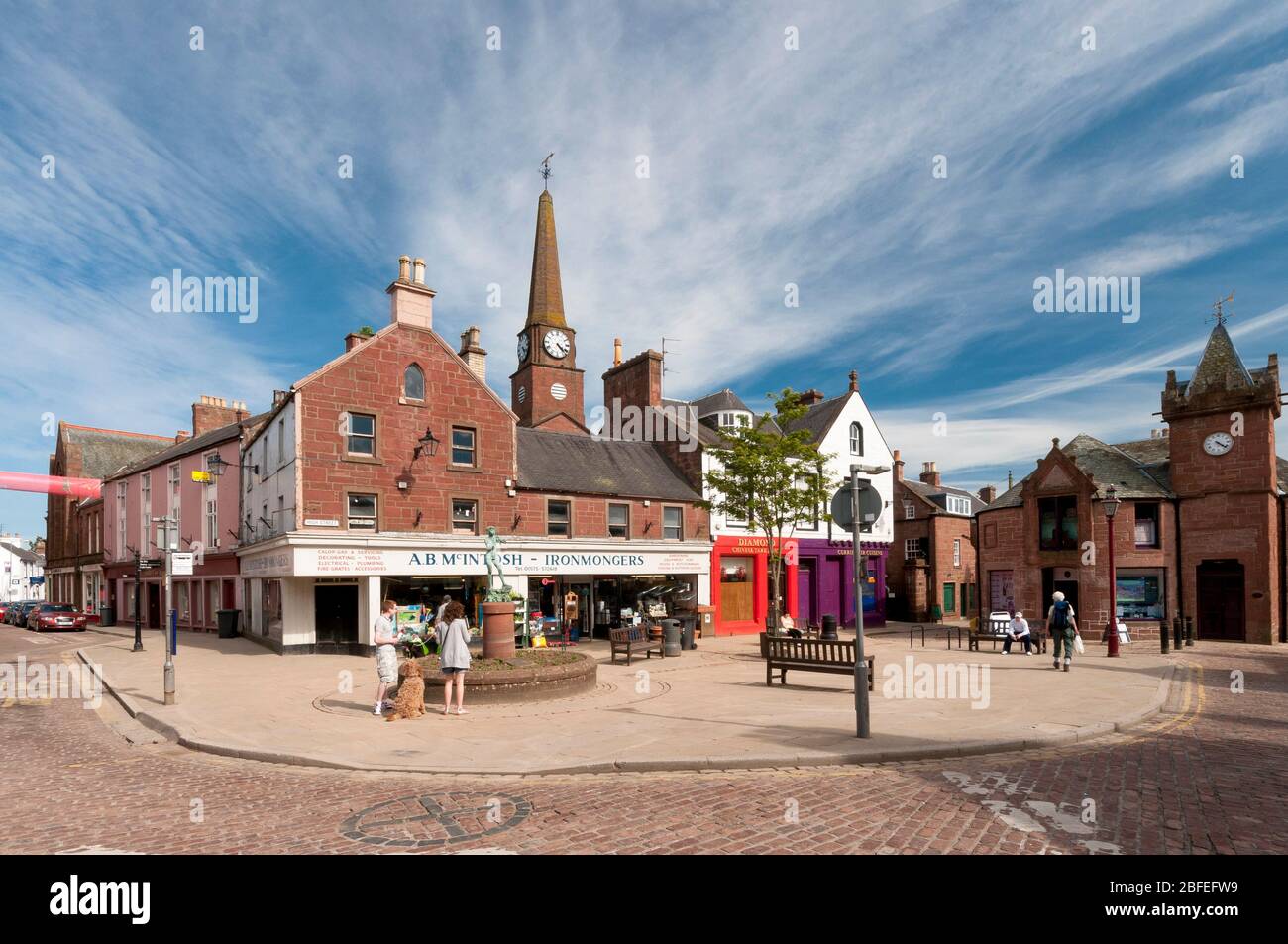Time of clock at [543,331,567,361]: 4:22
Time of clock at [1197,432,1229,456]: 4:22
